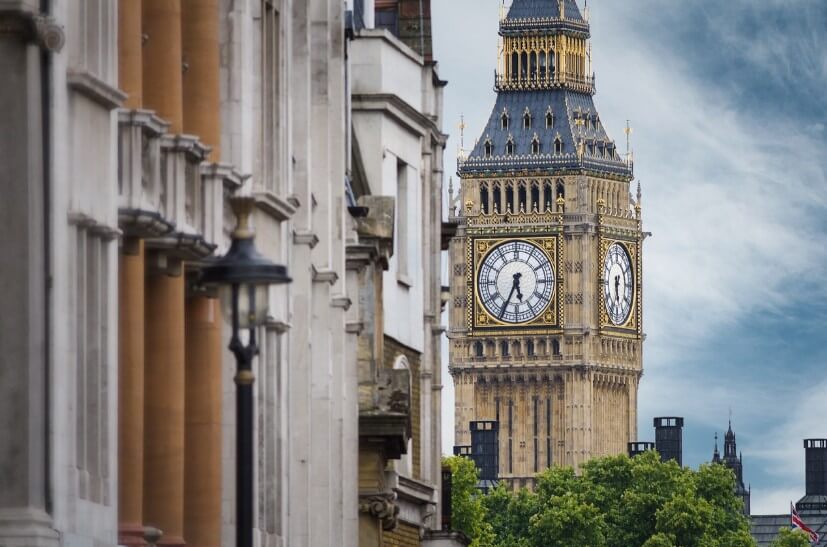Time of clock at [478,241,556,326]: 5:34
